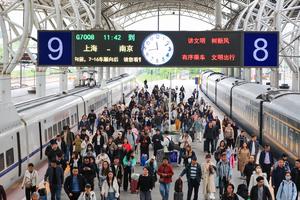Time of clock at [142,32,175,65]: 11:43
